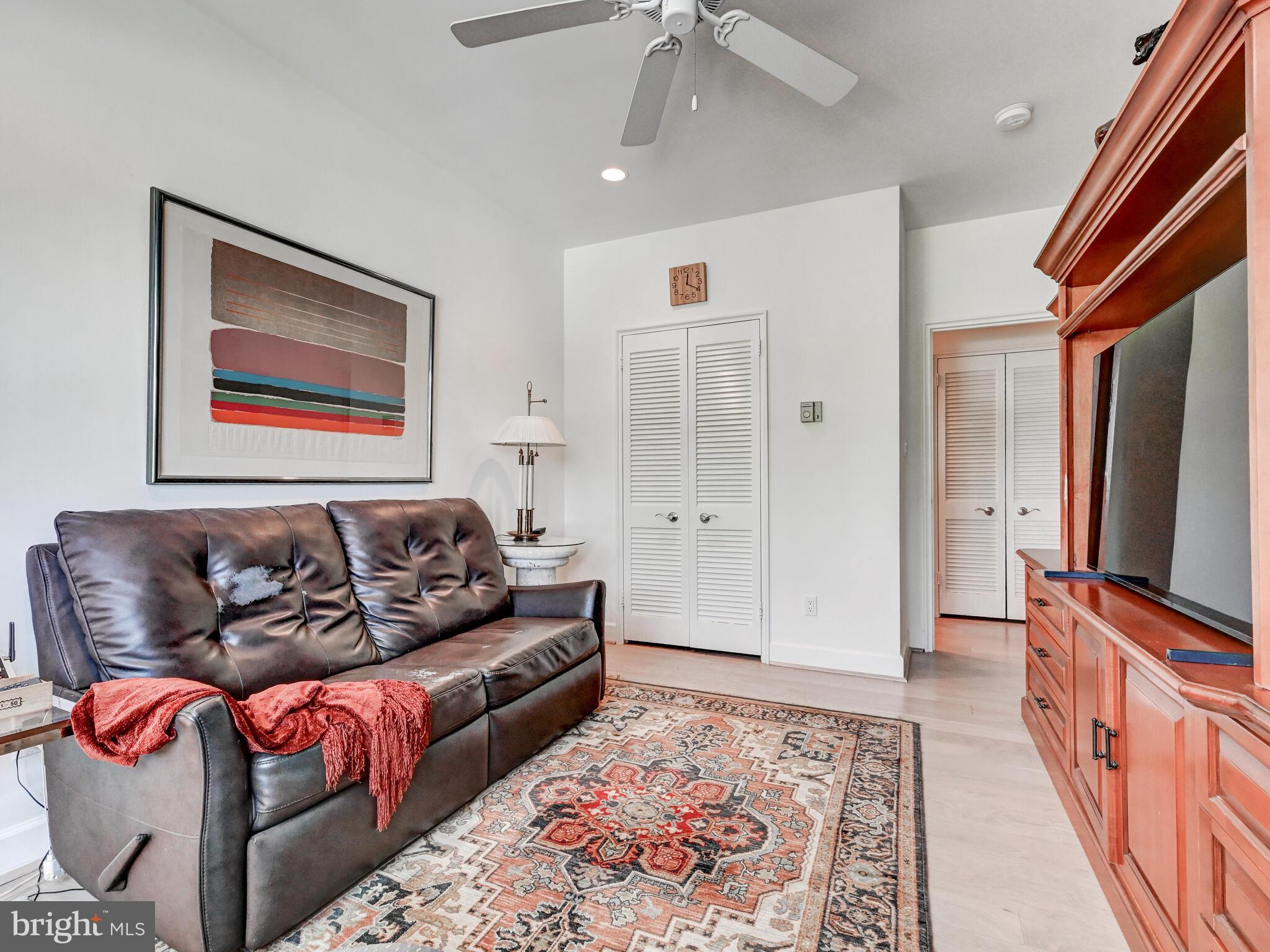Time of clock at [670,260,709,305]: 12:19
